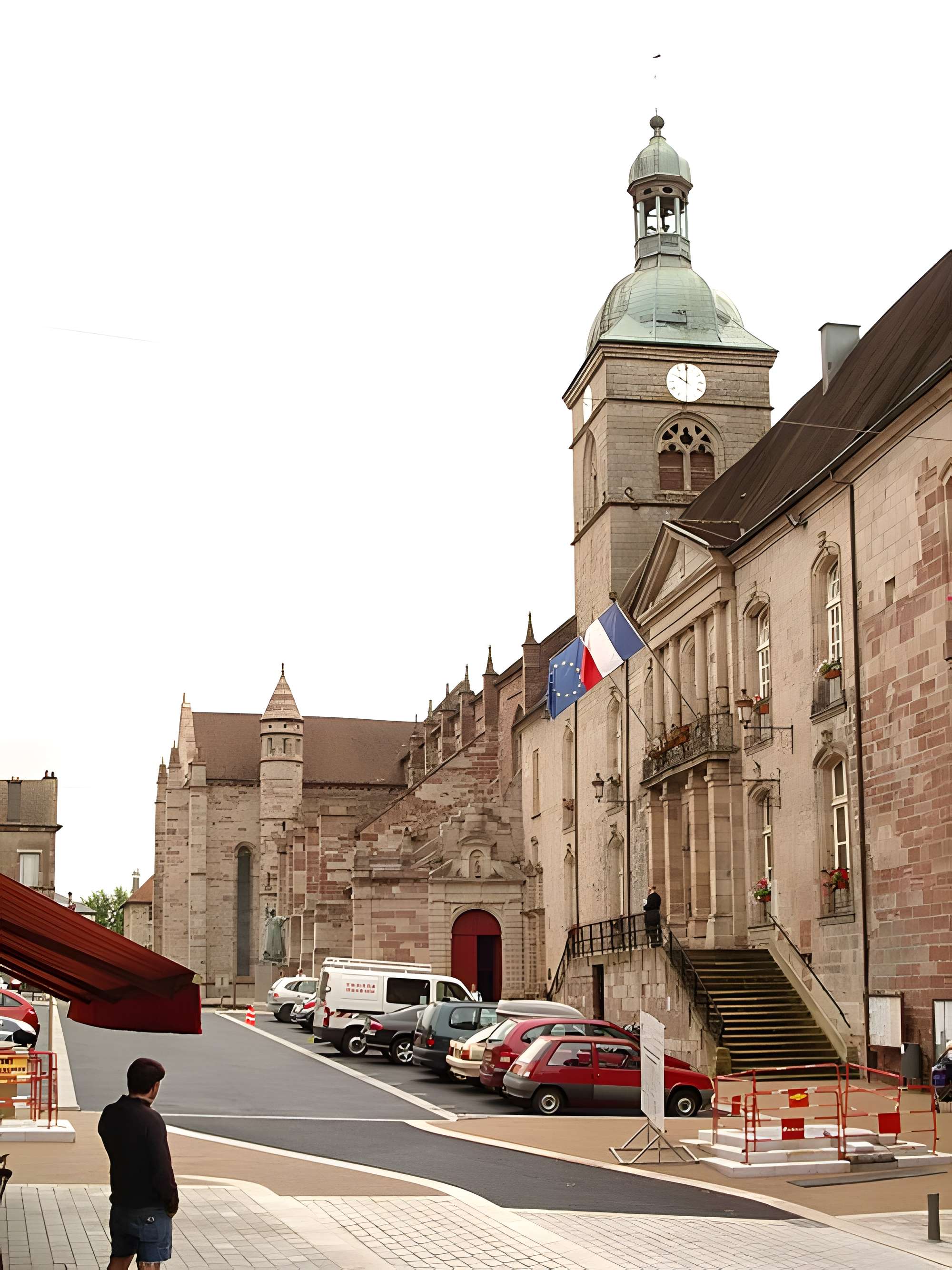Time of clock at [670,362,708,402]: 10:00
